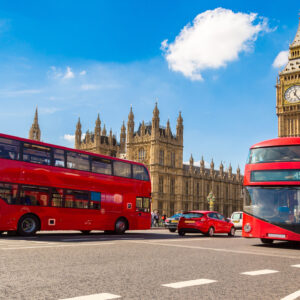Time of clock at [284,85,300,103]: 12:24
